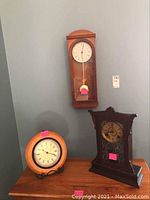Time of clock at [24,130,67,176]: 10:18
